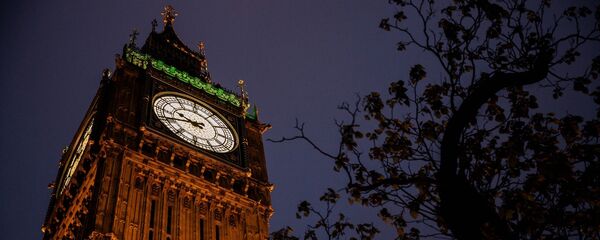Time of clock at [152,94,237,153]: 9:41
